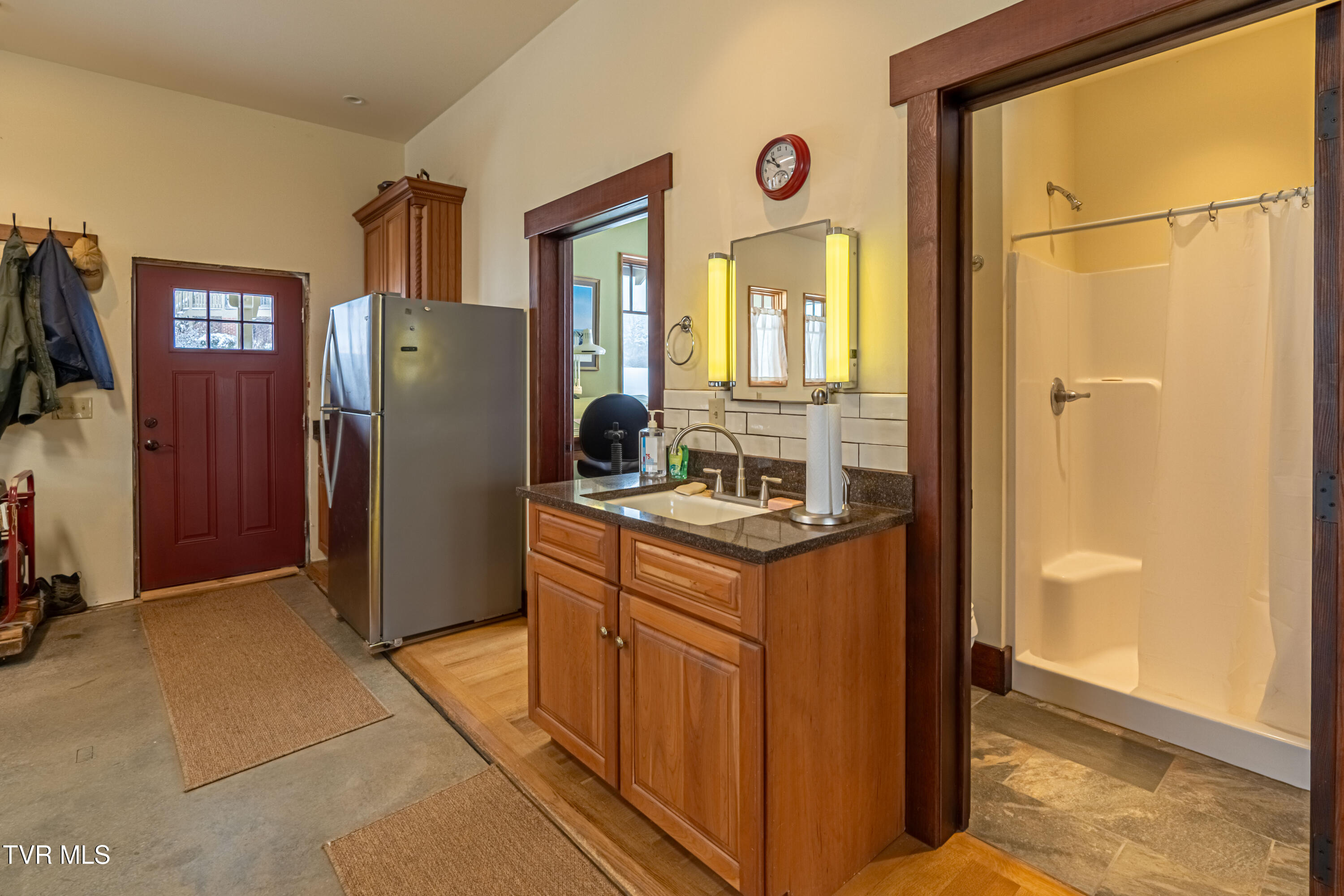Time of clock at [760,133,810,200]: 10:50
